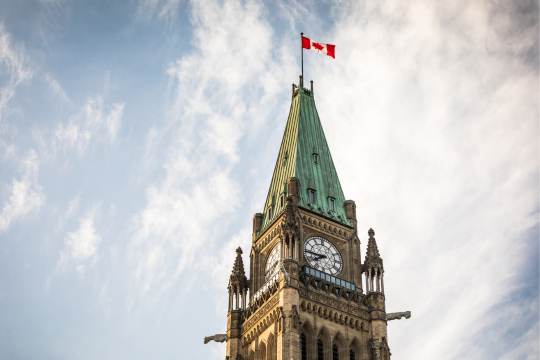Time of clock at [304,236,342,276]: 7:44
